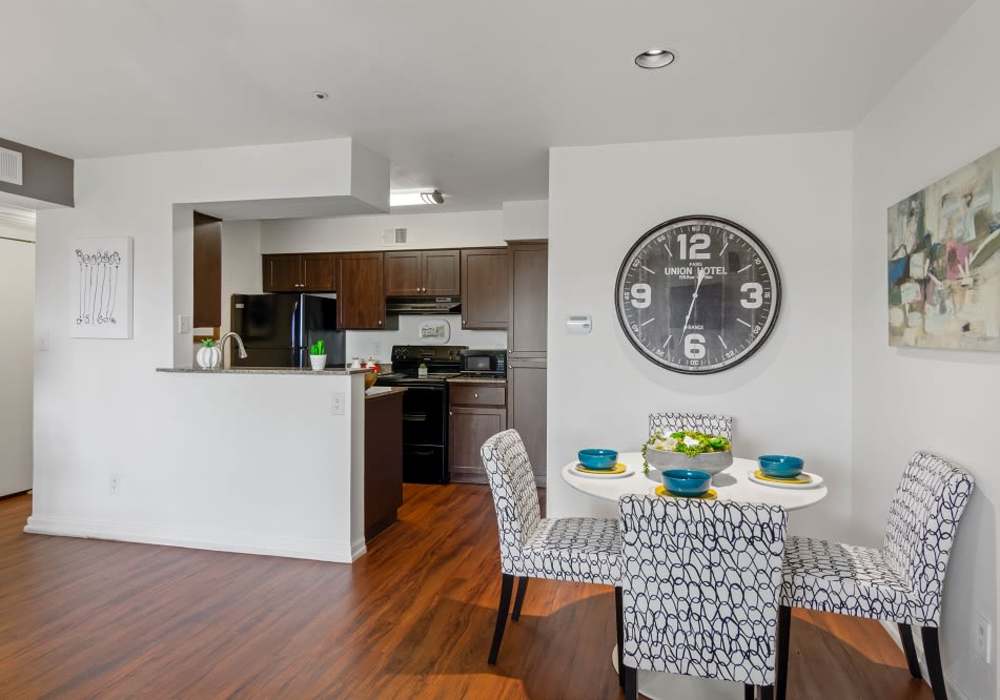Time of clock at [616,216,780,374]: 12:32
